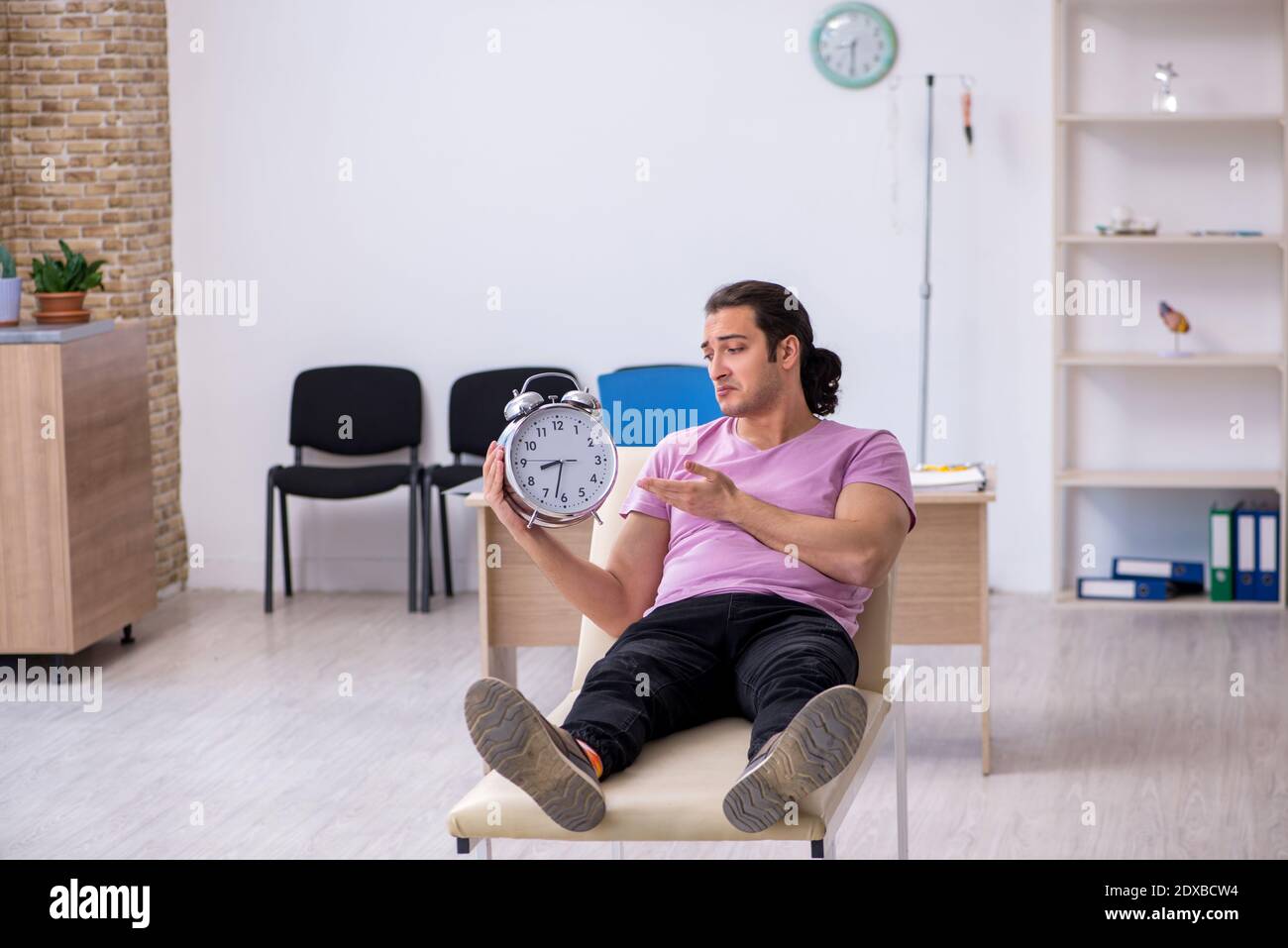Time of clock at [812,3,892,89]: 8:29
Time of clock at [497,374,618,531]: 8:32
